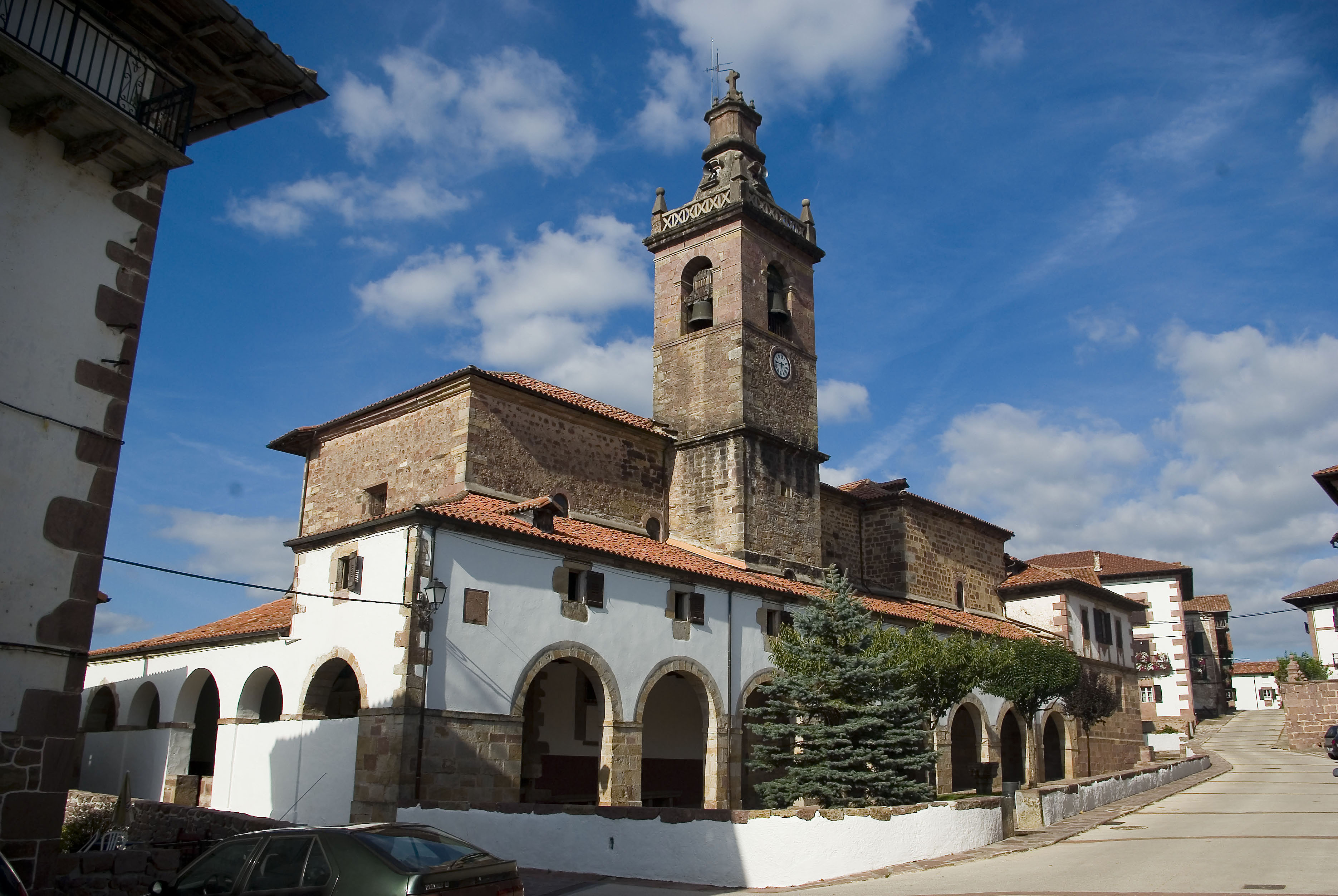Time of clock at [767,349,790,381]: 5:44
